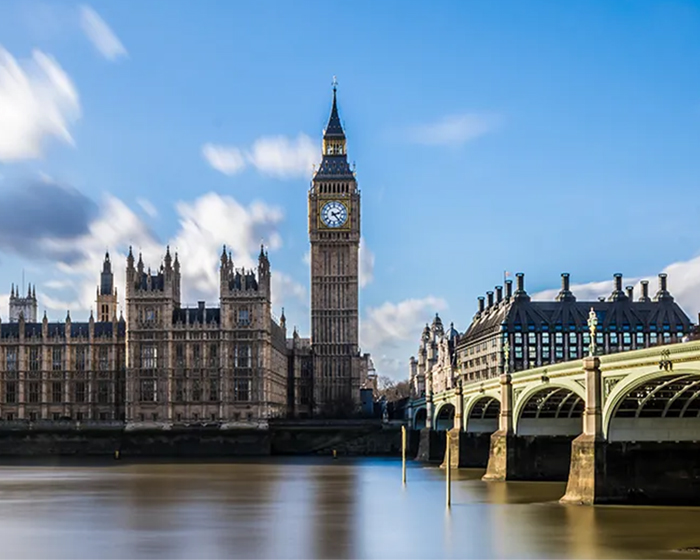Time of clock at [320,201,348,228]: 2:23
